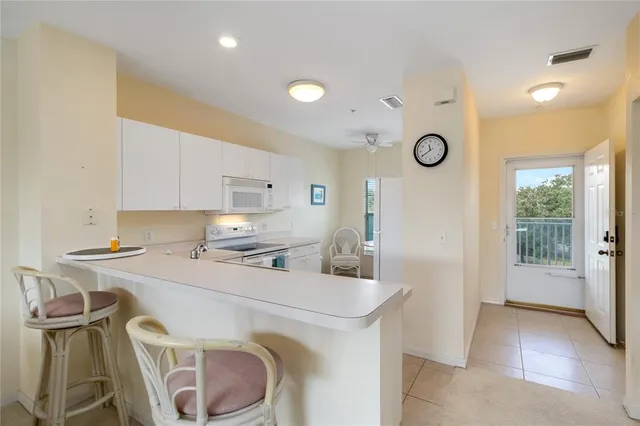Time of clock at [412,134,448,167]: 11:39
